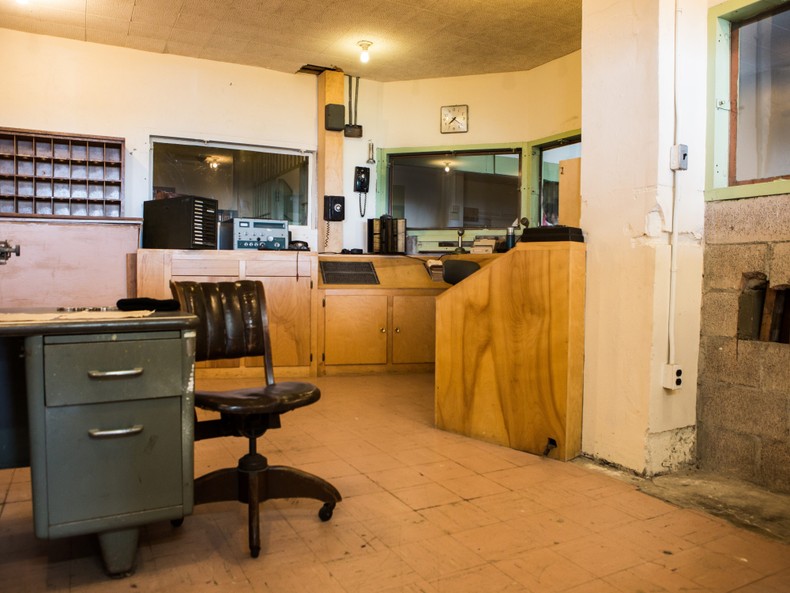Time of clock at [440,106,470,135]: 7:21
